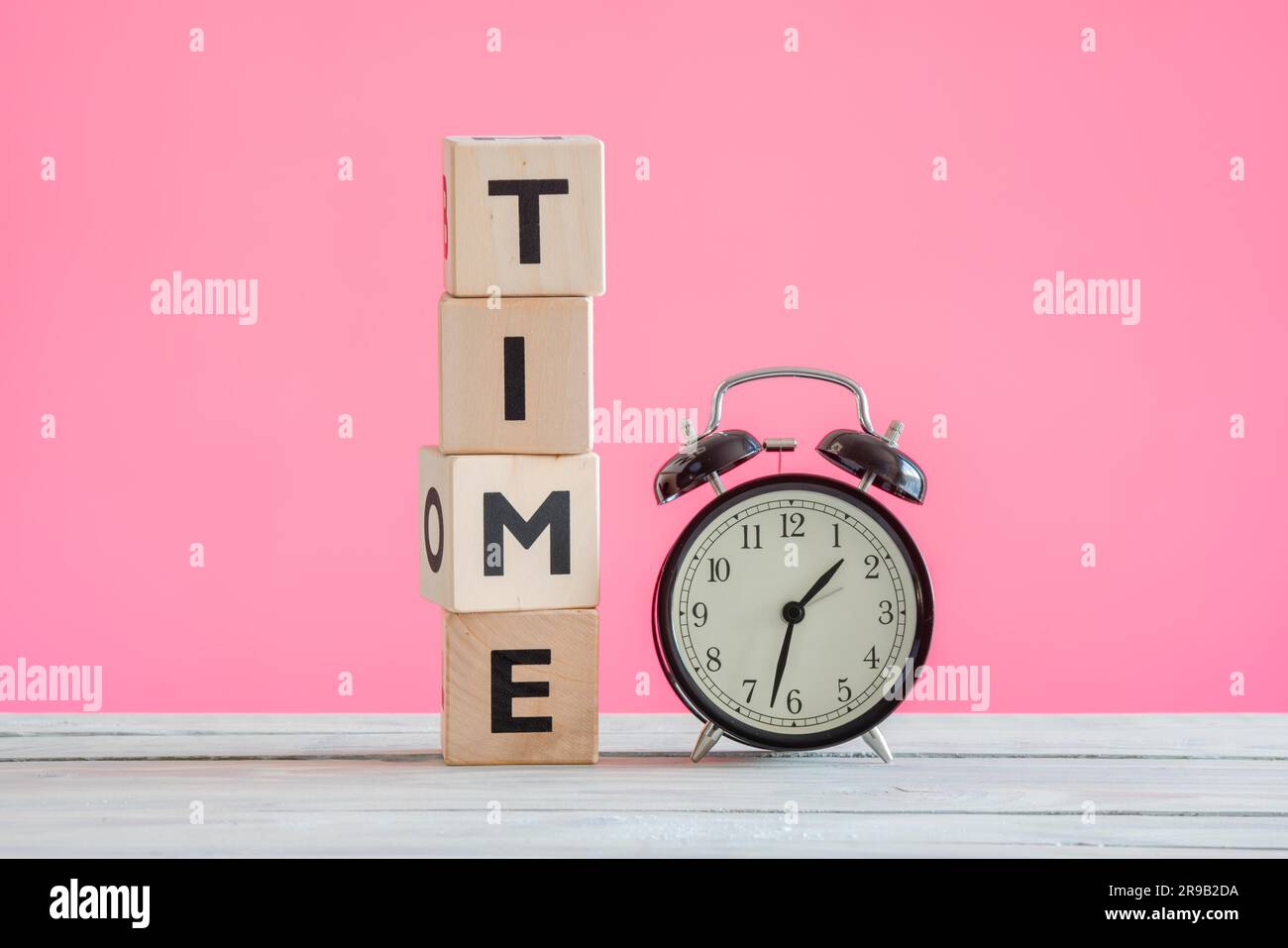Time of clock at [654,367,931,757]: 1:32
